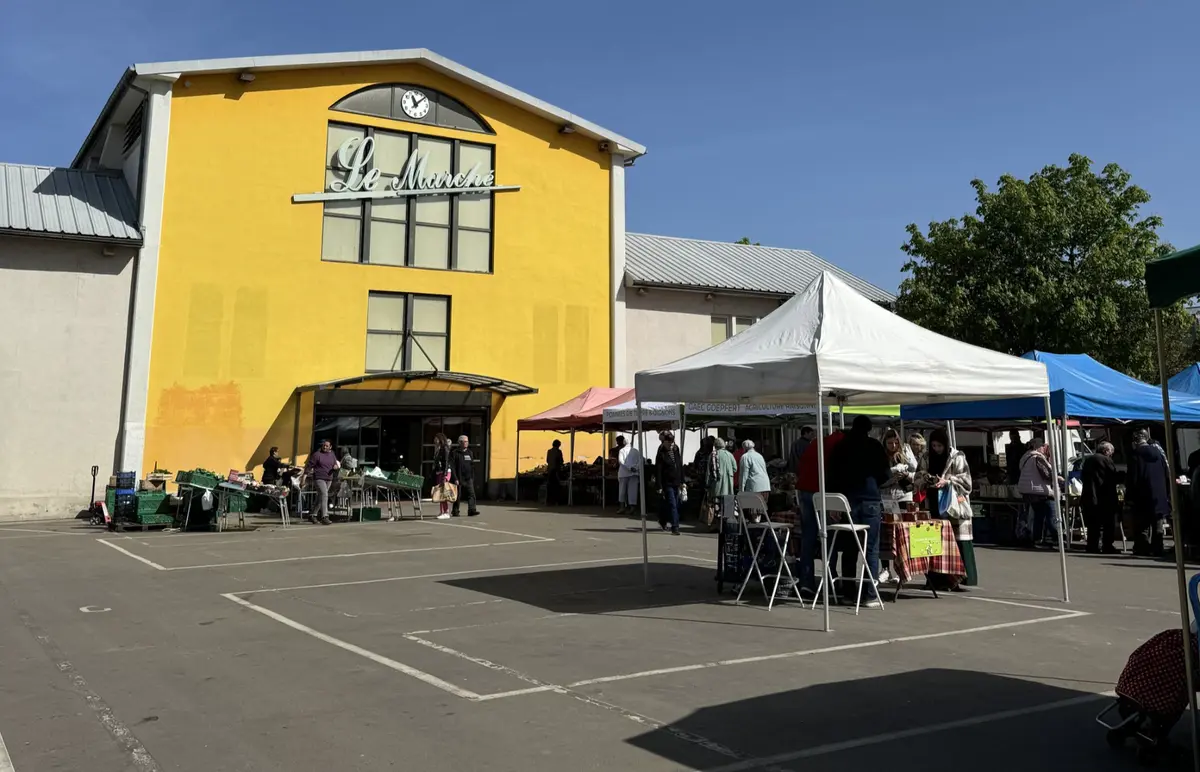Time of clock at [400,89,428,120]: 11:07
